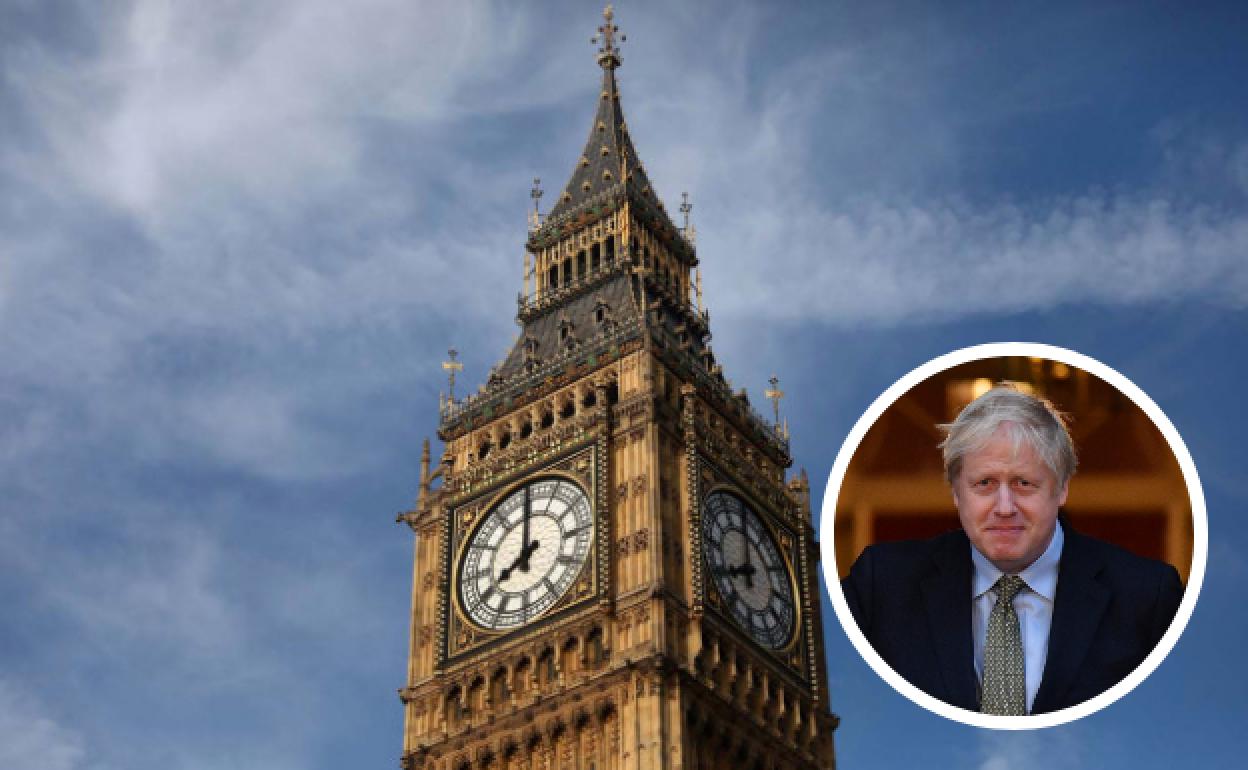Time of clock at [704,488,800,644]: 7:59
